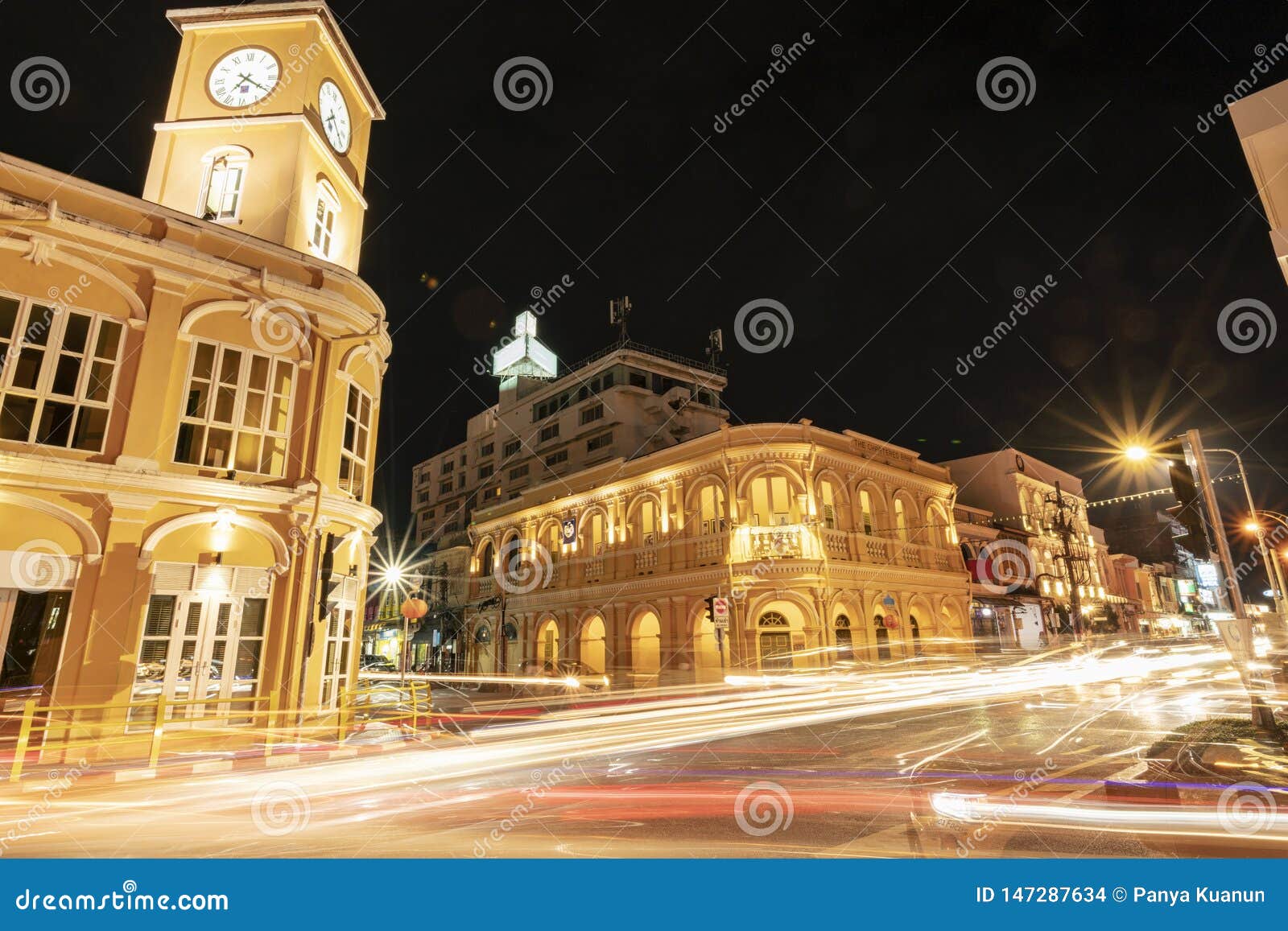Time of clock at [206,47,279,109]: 7:20
